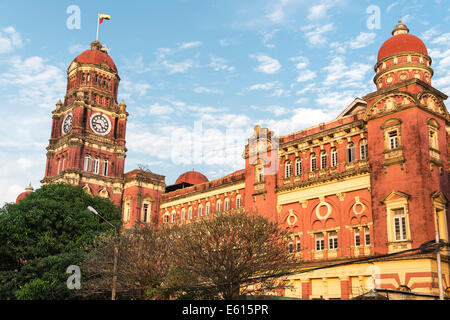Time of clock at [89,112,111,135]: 4:44
